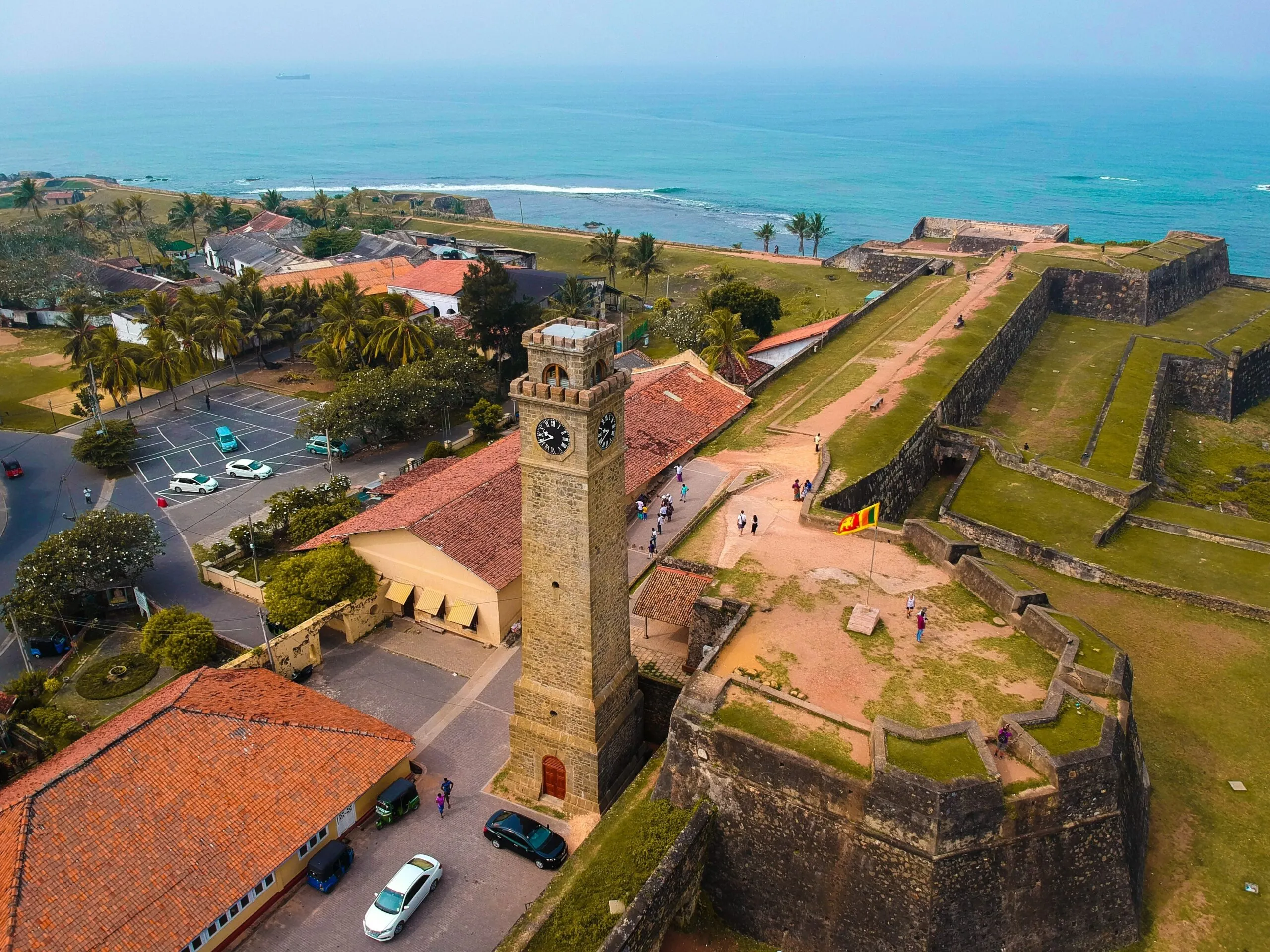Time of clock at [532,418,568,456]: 9:40
